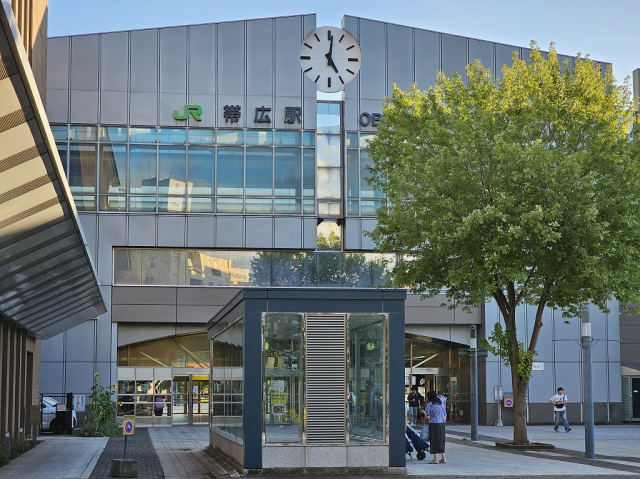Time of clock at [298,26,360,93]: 5:01
